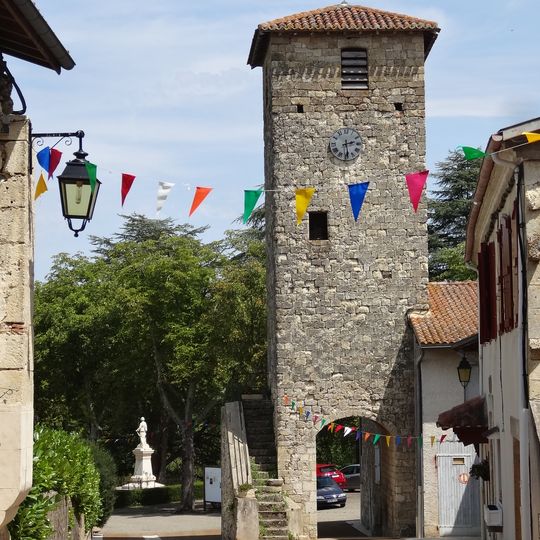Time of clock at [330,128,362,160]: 2:29
